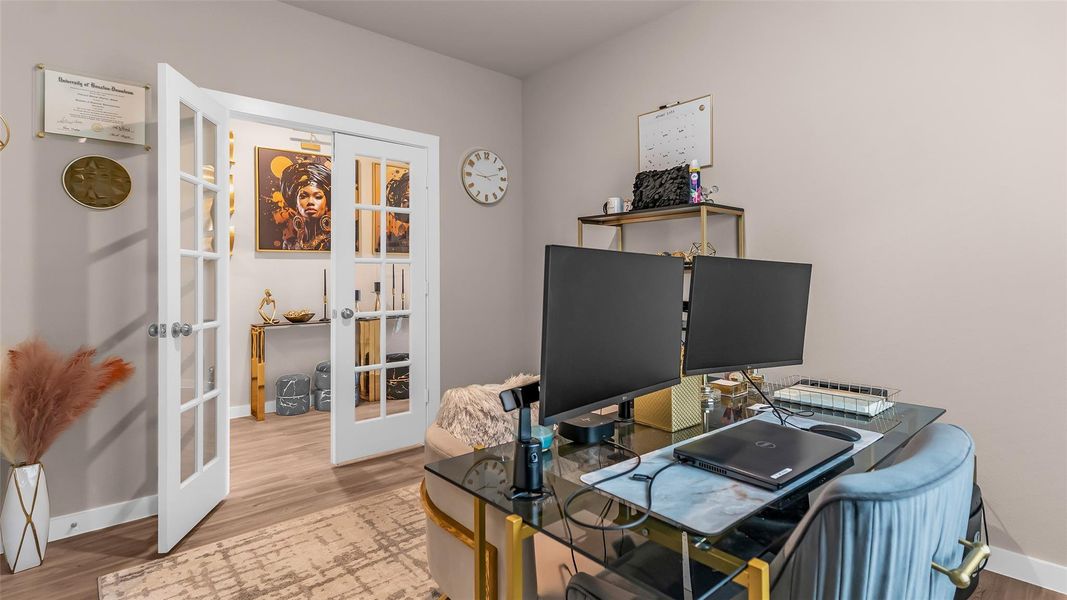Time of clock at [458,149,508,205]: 9:12
